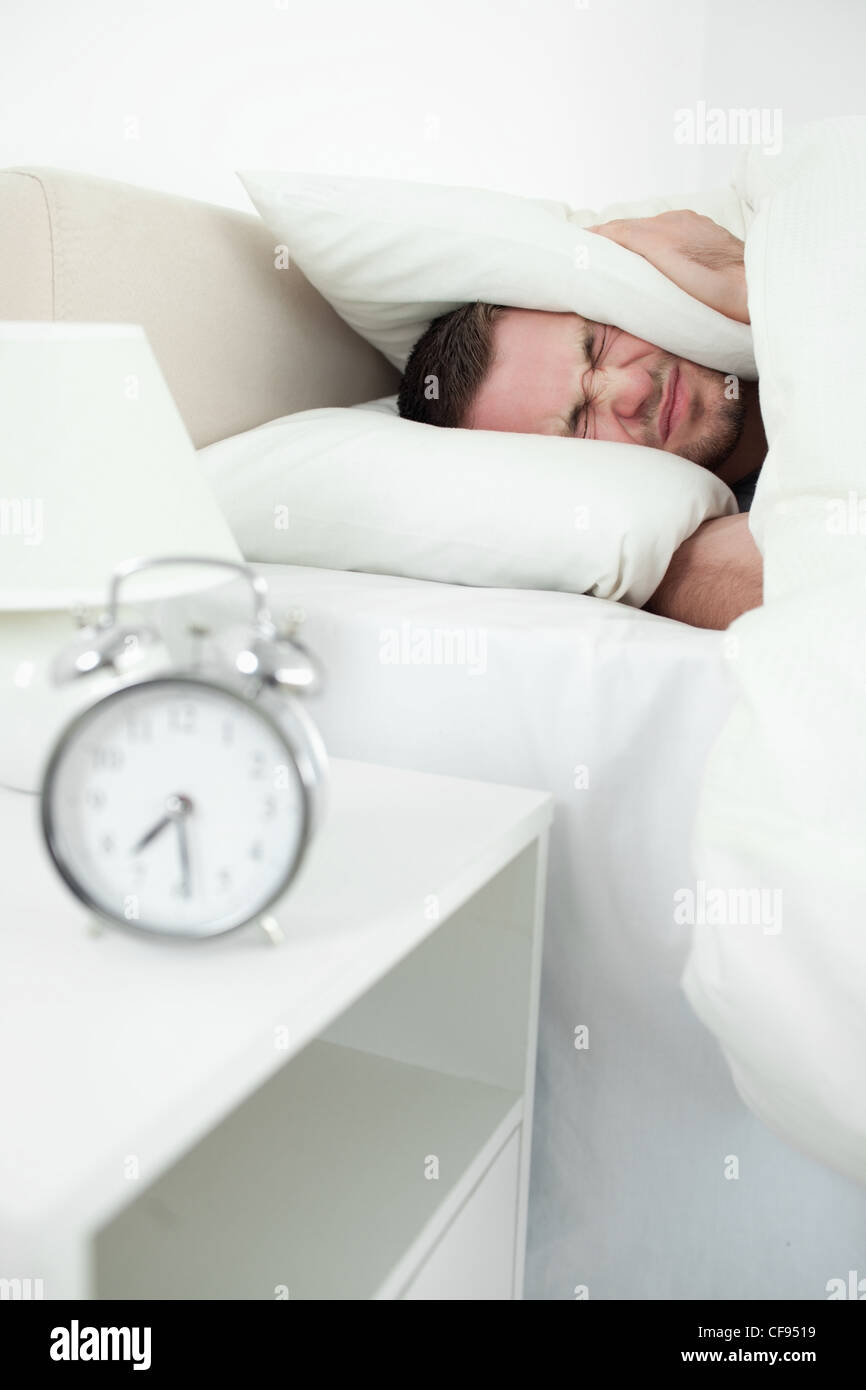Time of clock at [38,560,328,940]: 7:29
